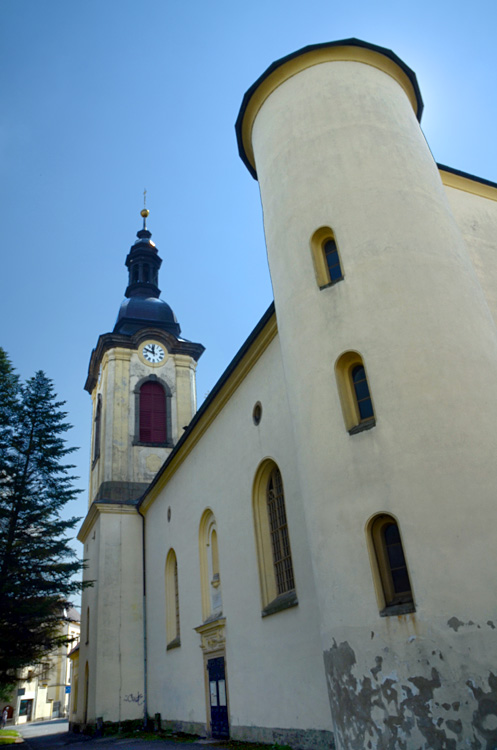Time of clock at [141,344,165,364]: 11:48
